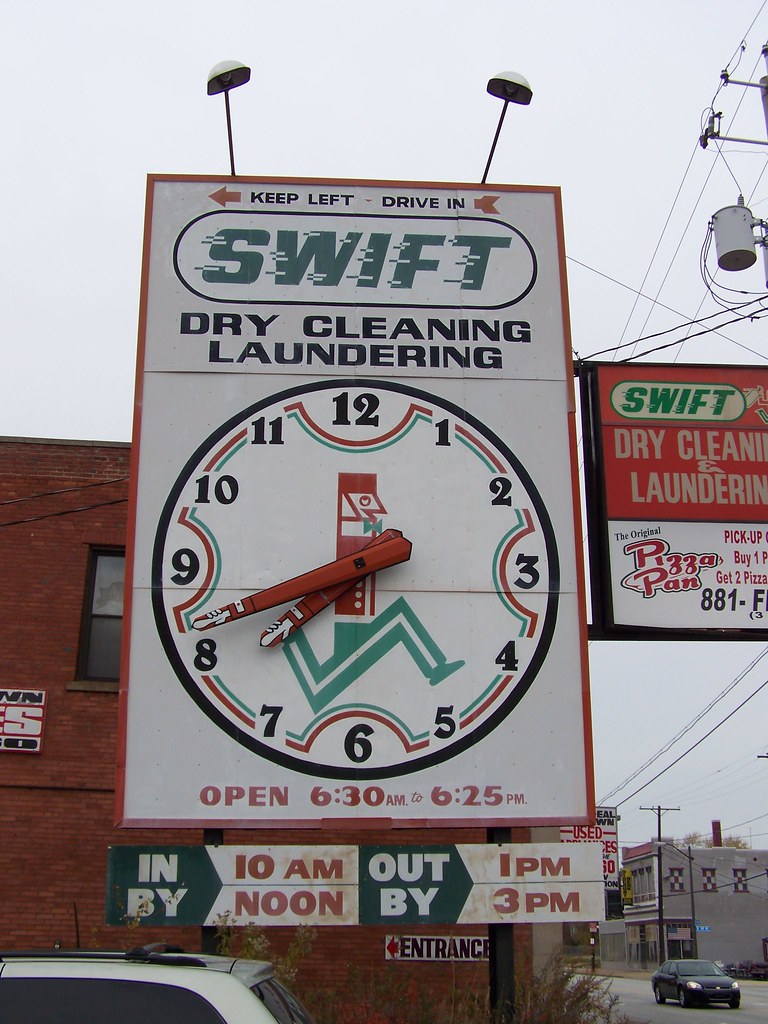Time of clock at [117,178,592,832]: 7:41
